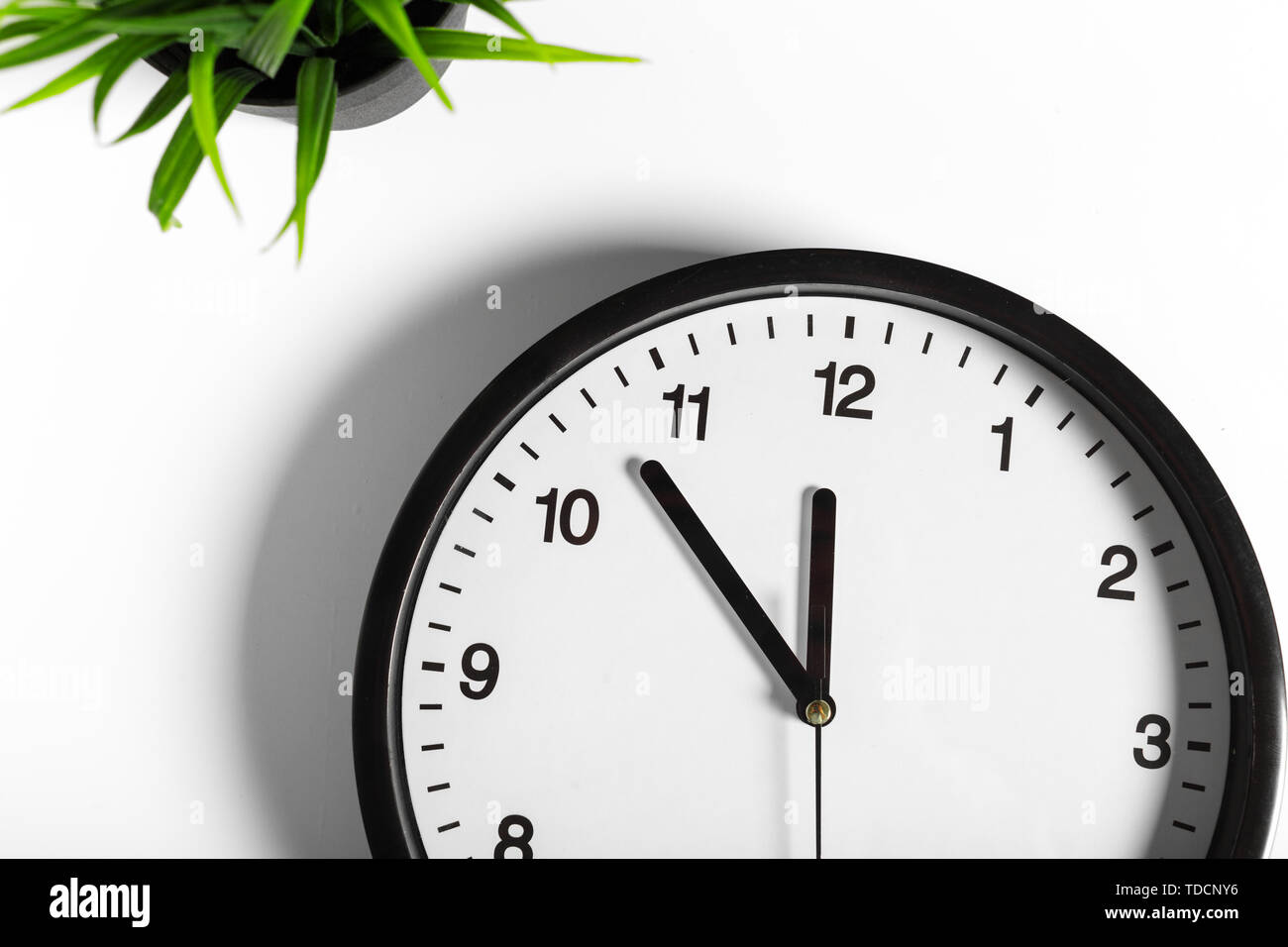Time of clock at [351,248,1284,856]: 11:52
